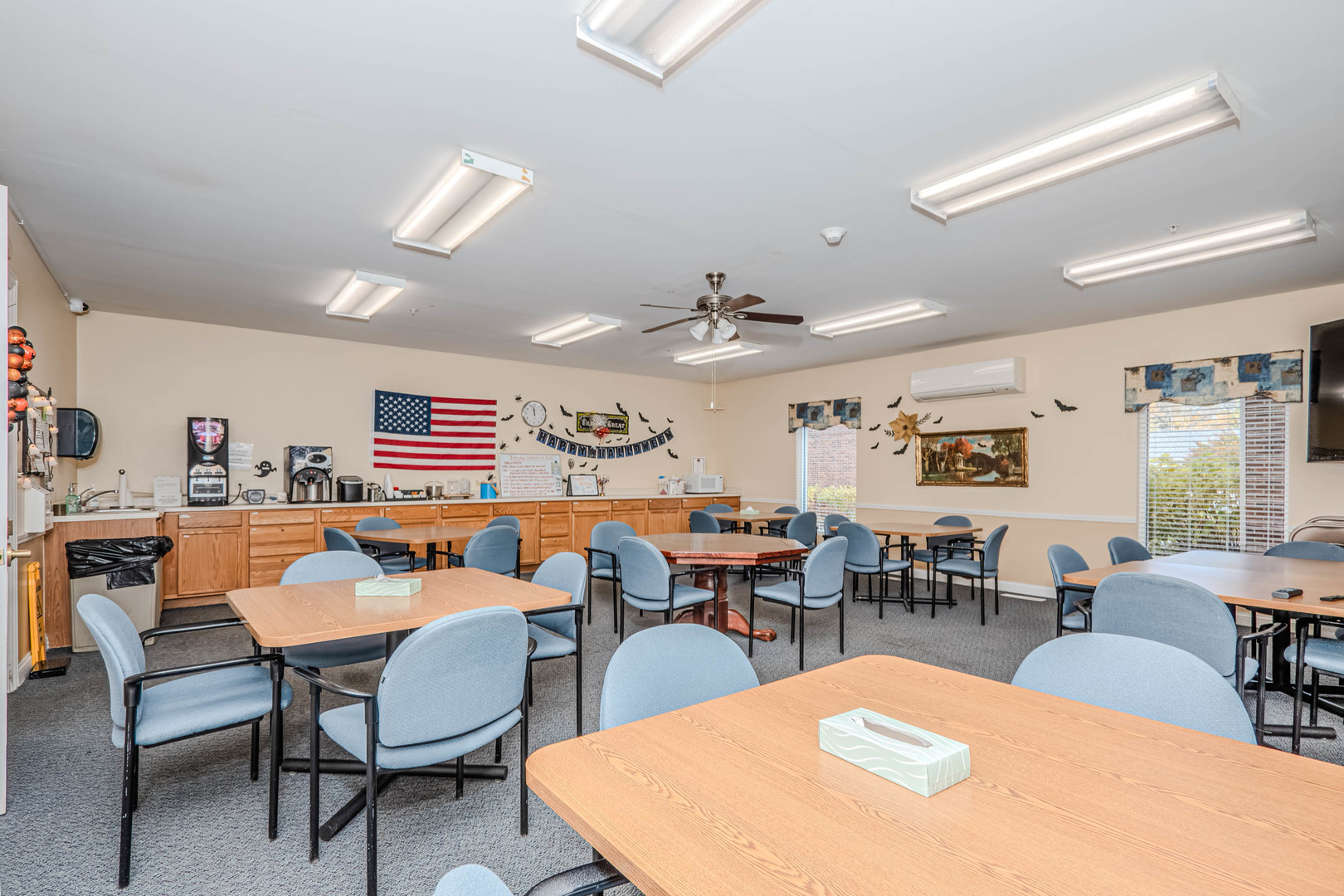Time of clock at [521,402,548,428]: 11:56
